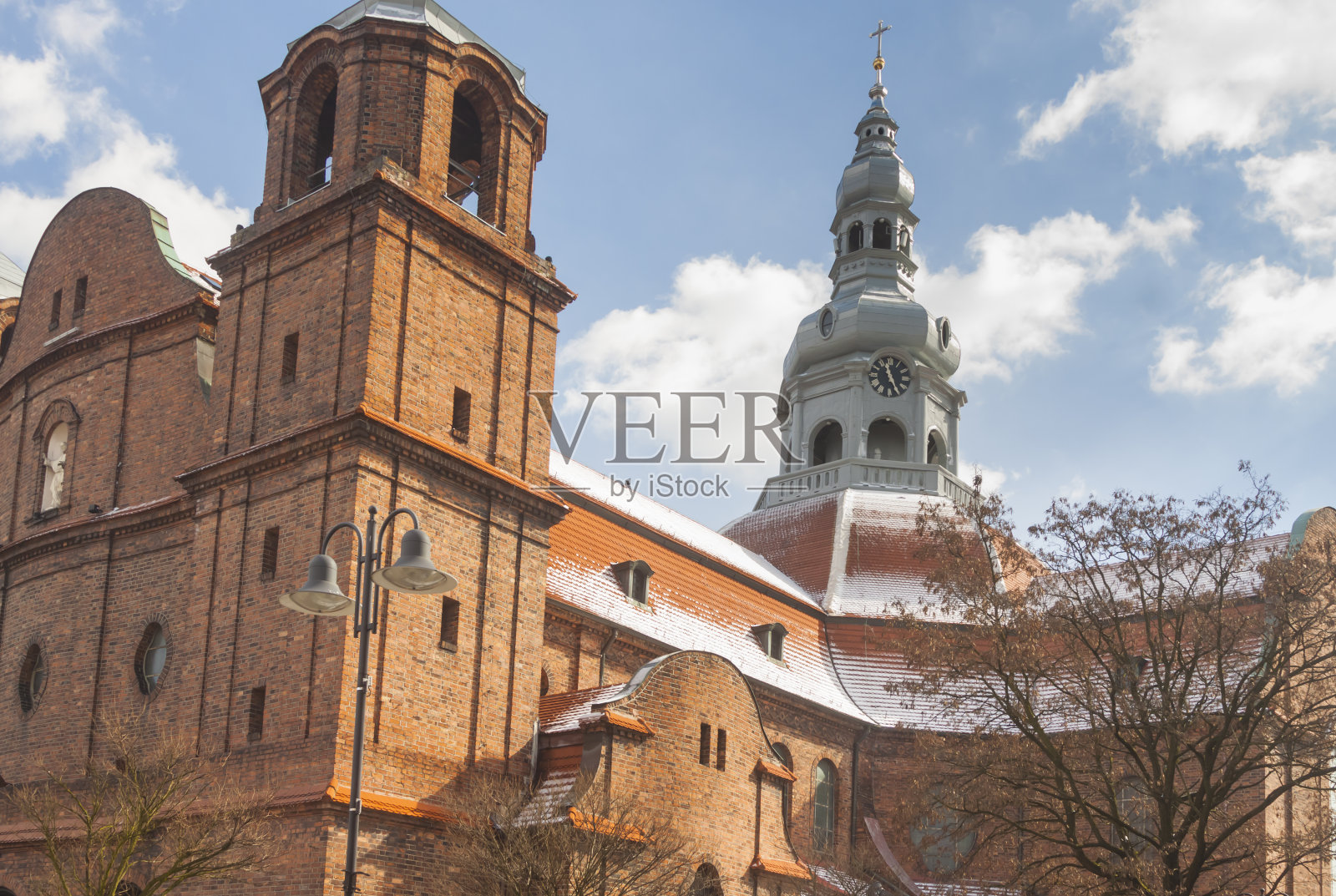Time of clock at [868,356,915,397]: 11:25
